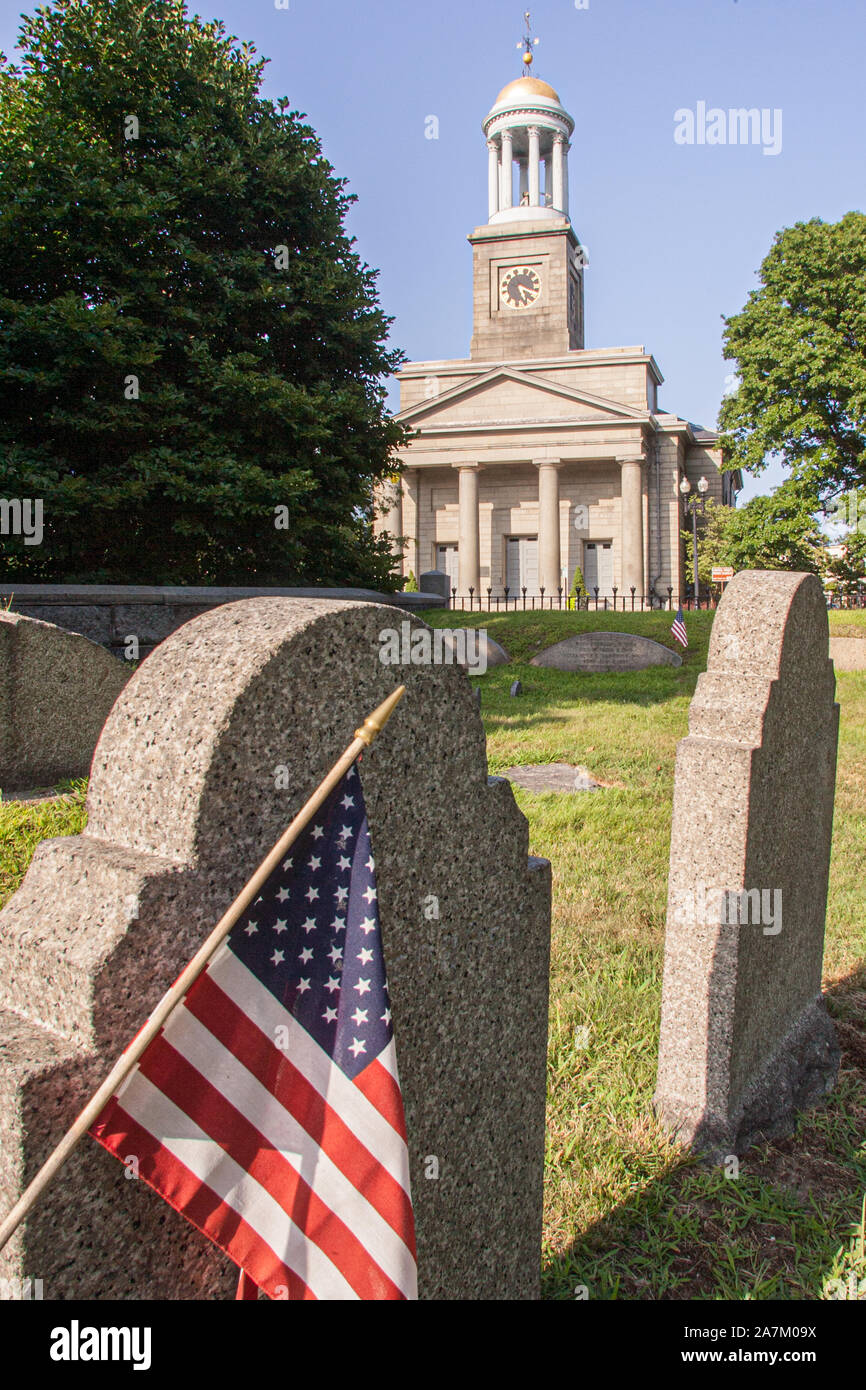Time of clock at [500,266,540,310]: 5:18
